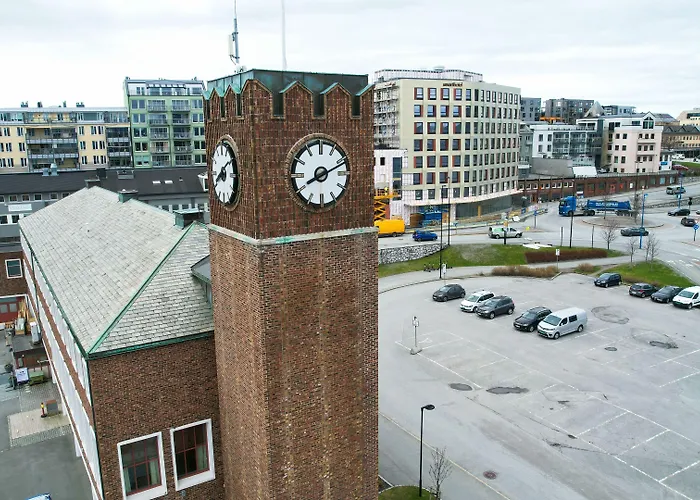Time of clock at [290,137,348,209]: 8:11
